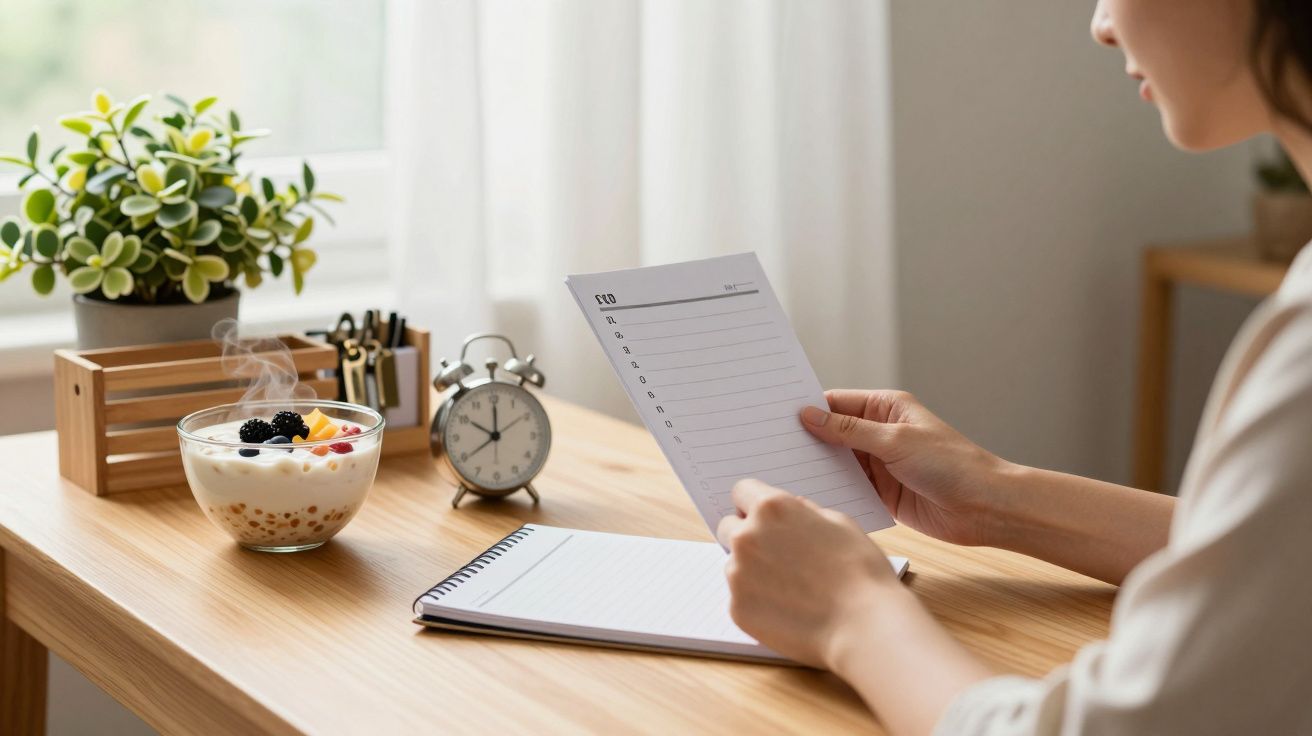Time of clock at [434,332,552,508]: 10:00
